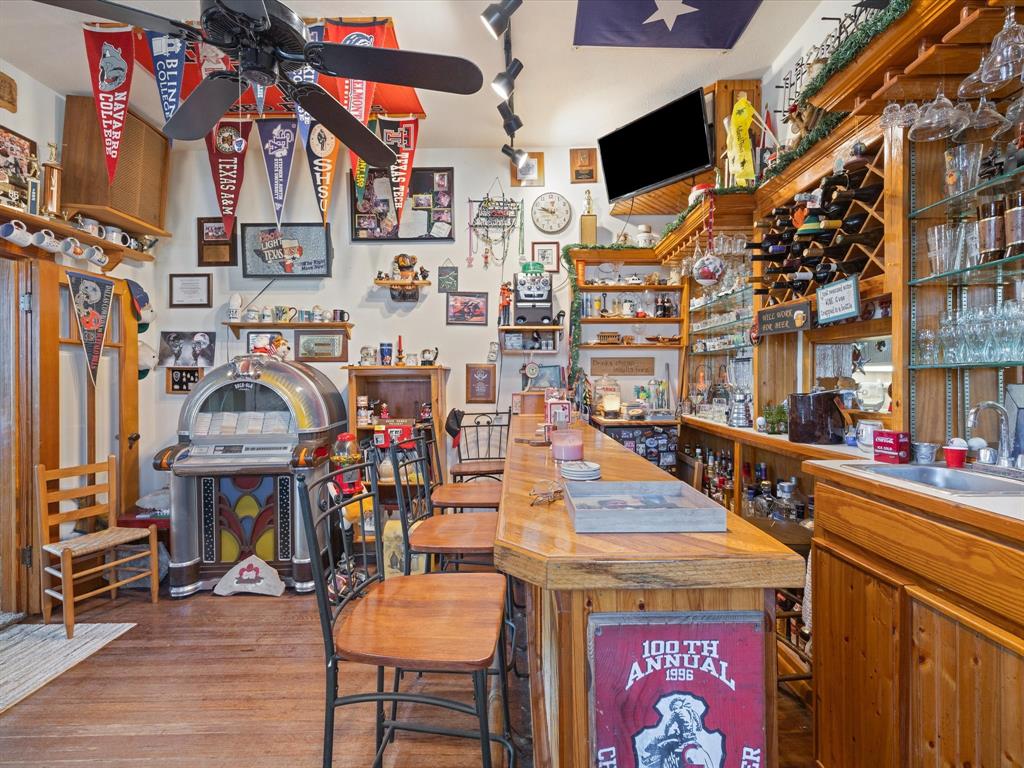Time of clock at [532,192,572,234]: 9:47
